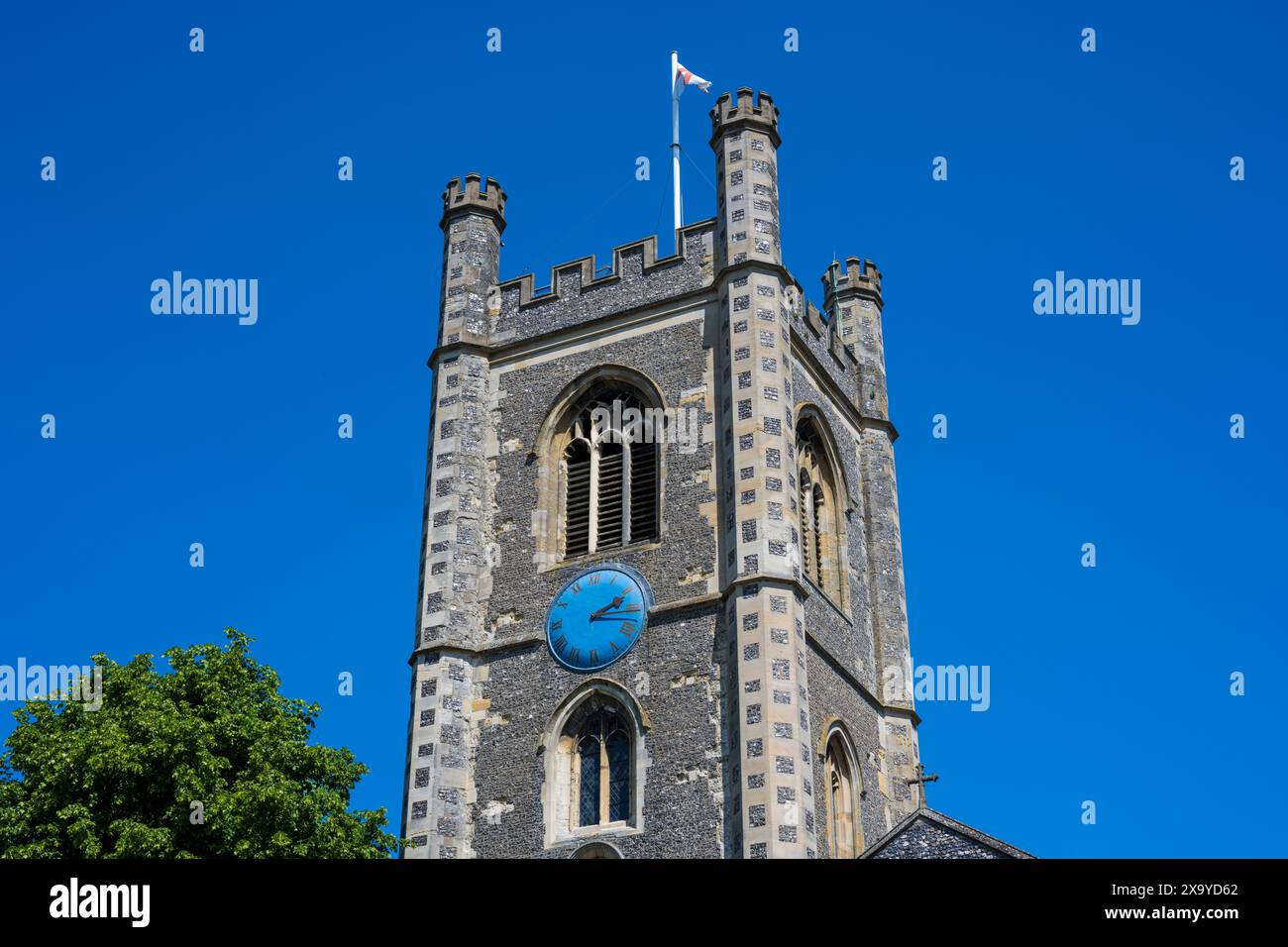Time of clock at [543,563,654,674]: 2:17
